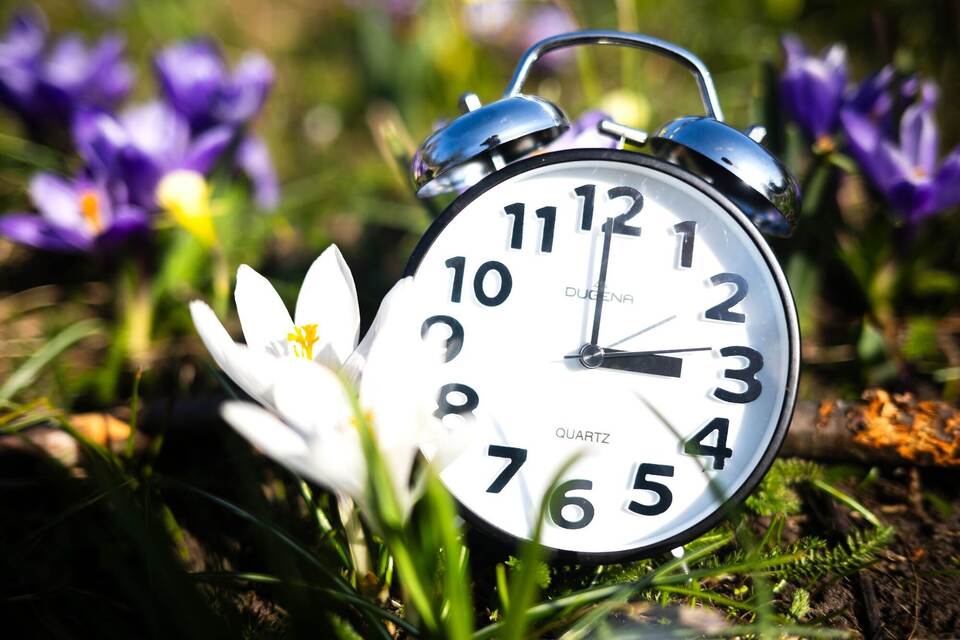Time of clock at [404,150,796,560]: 3:00
